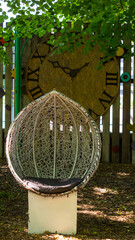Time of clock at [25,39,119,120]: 1:50
